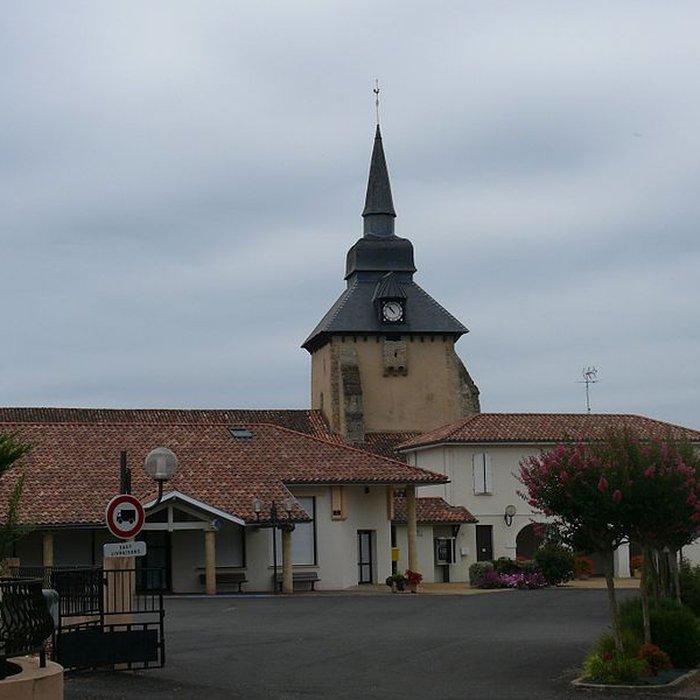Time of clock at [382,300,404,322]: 10:52
